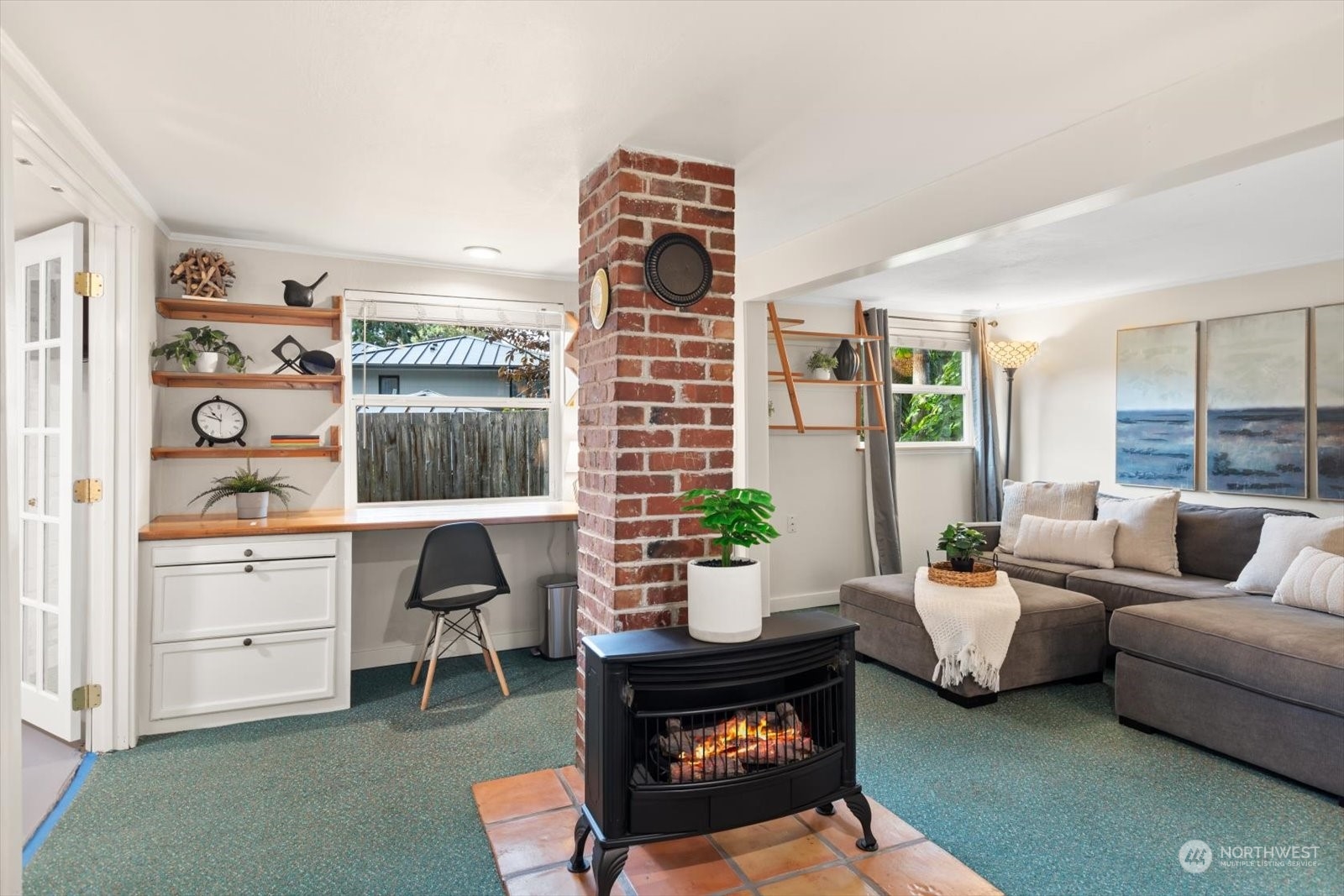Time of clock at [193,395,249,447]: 10:48
